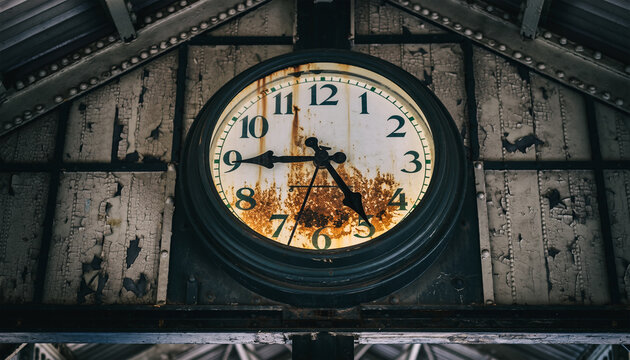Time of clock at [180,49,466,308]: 4:45
